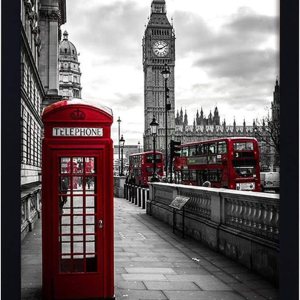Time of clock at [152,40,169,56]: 9:10
